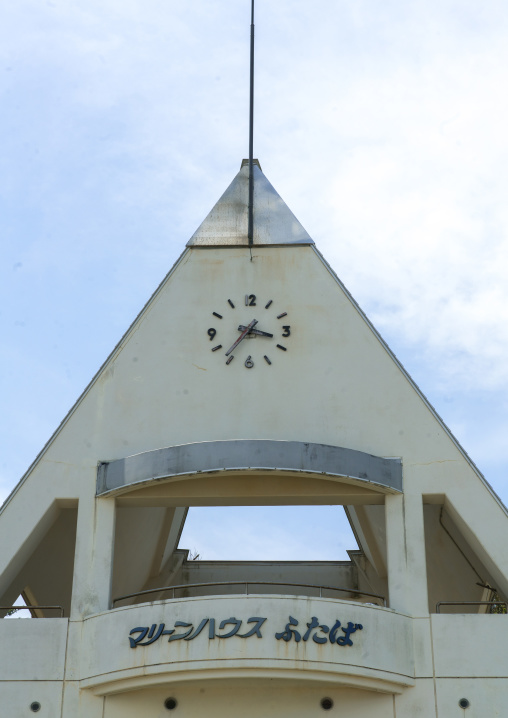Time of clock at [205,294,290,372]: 3:36
